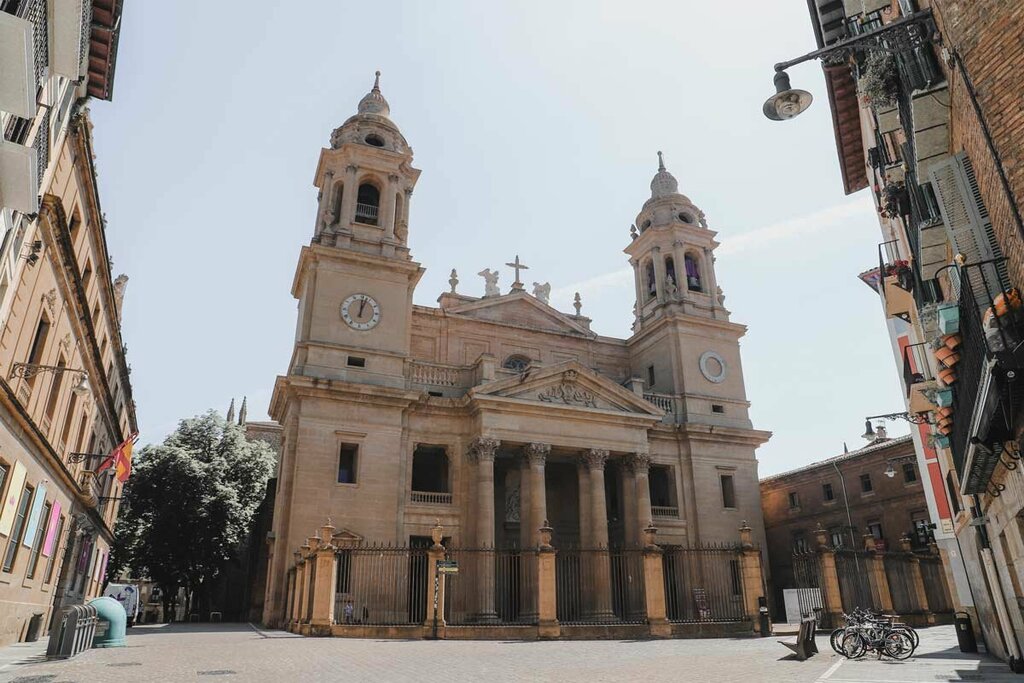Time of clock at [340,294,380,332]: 12:02
